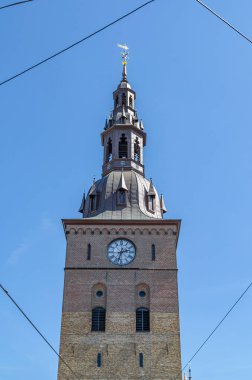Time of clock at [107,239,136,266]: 2:32
